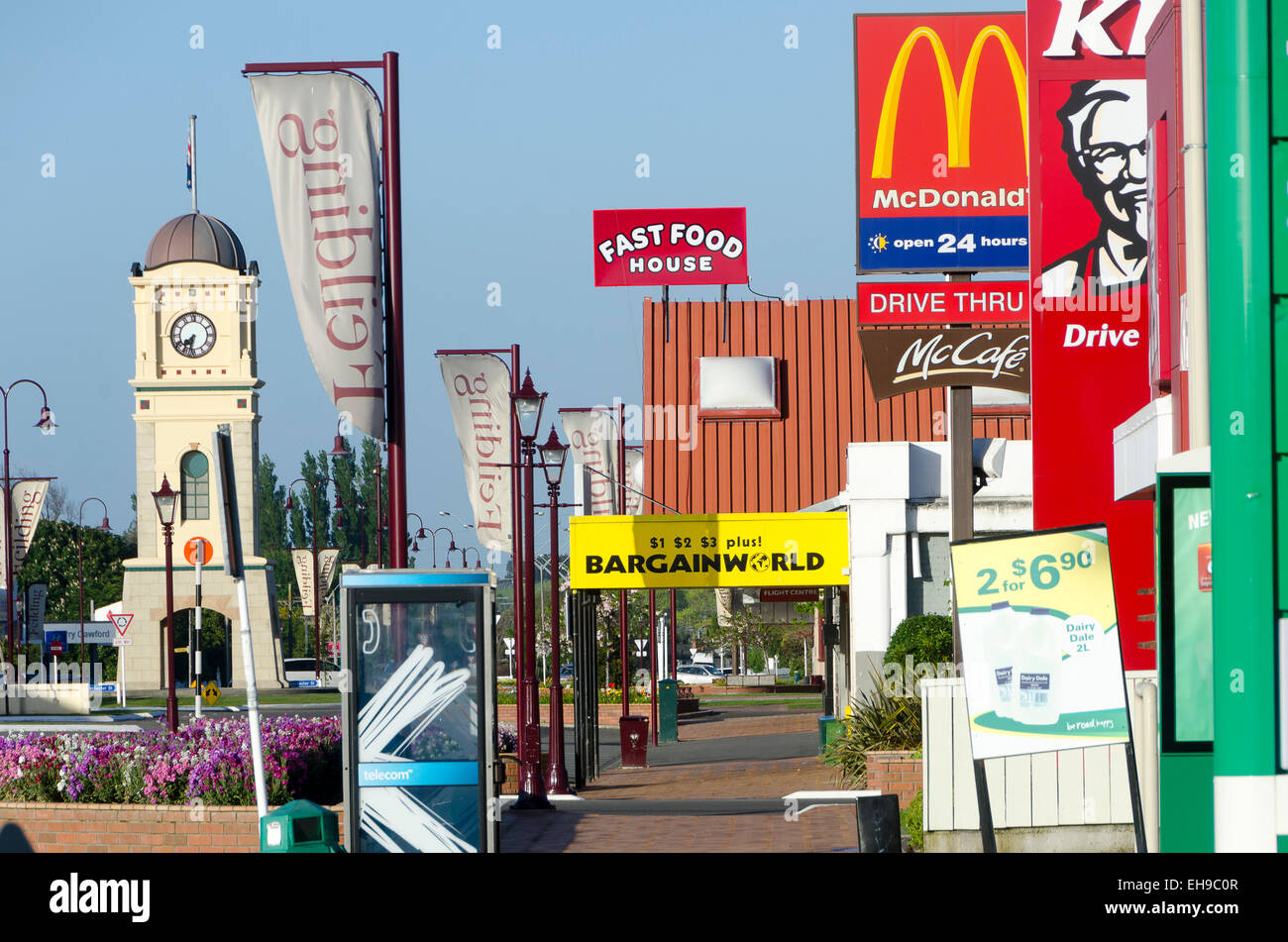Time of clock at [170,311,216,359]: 7:32
